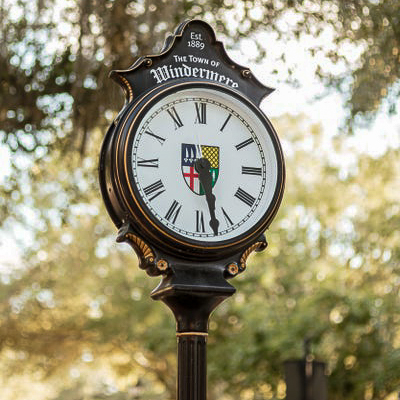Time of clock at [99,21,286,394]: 5:27
